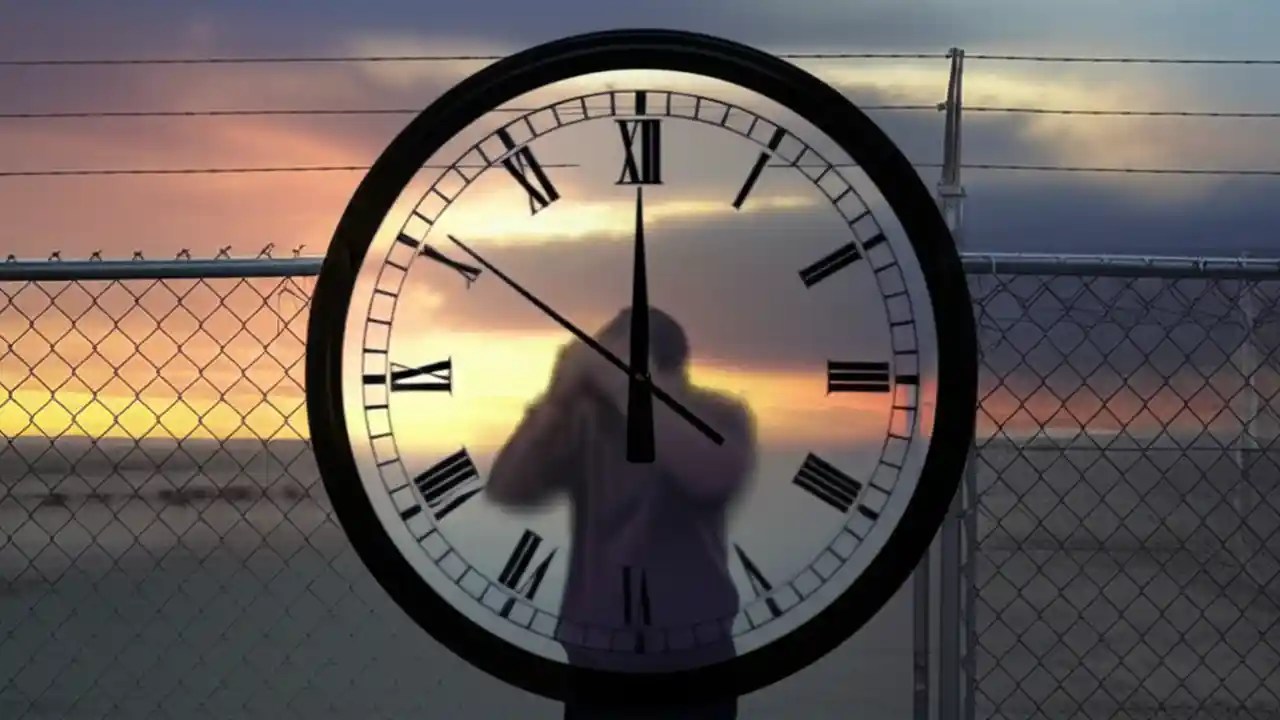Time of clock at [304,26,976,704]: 5:59
